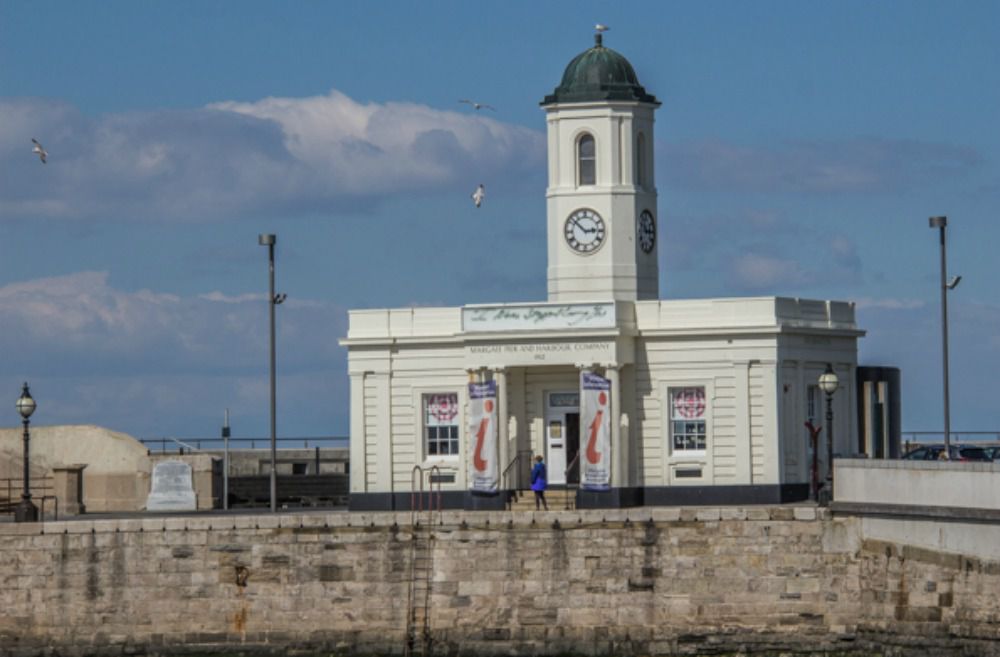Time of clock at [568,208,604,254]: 2:52
